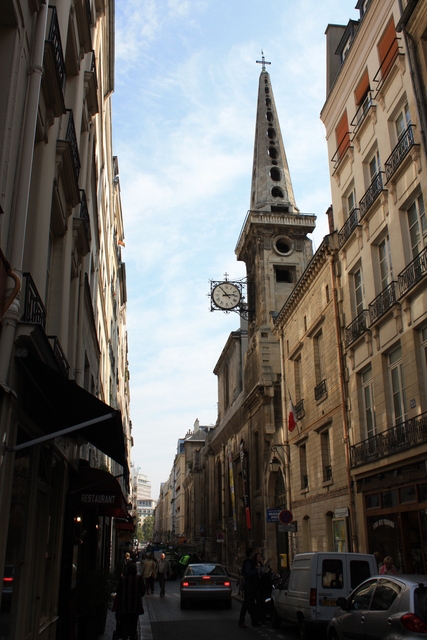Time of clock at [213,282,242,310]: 2:53
